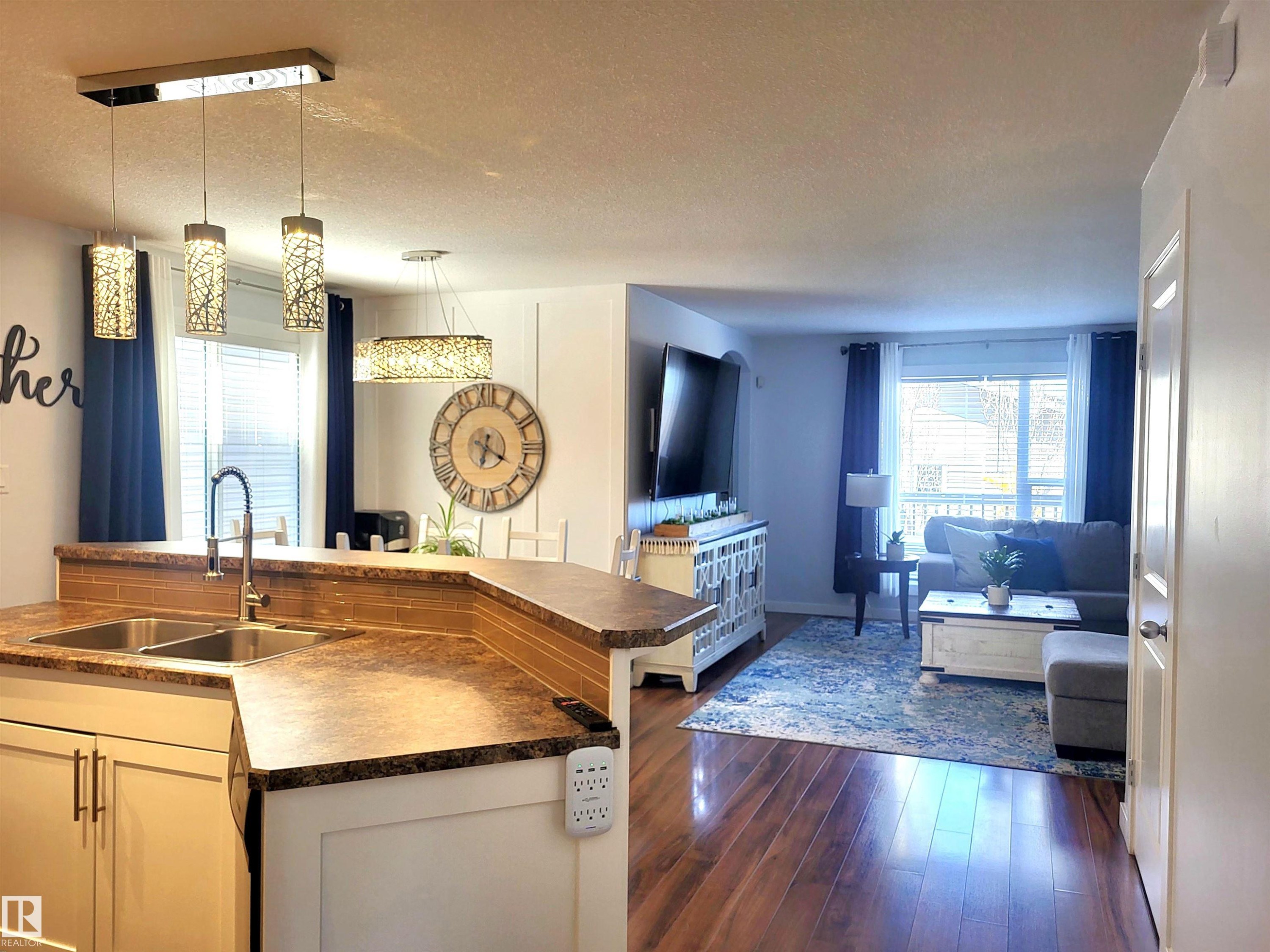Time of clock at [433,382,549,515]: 6:19
